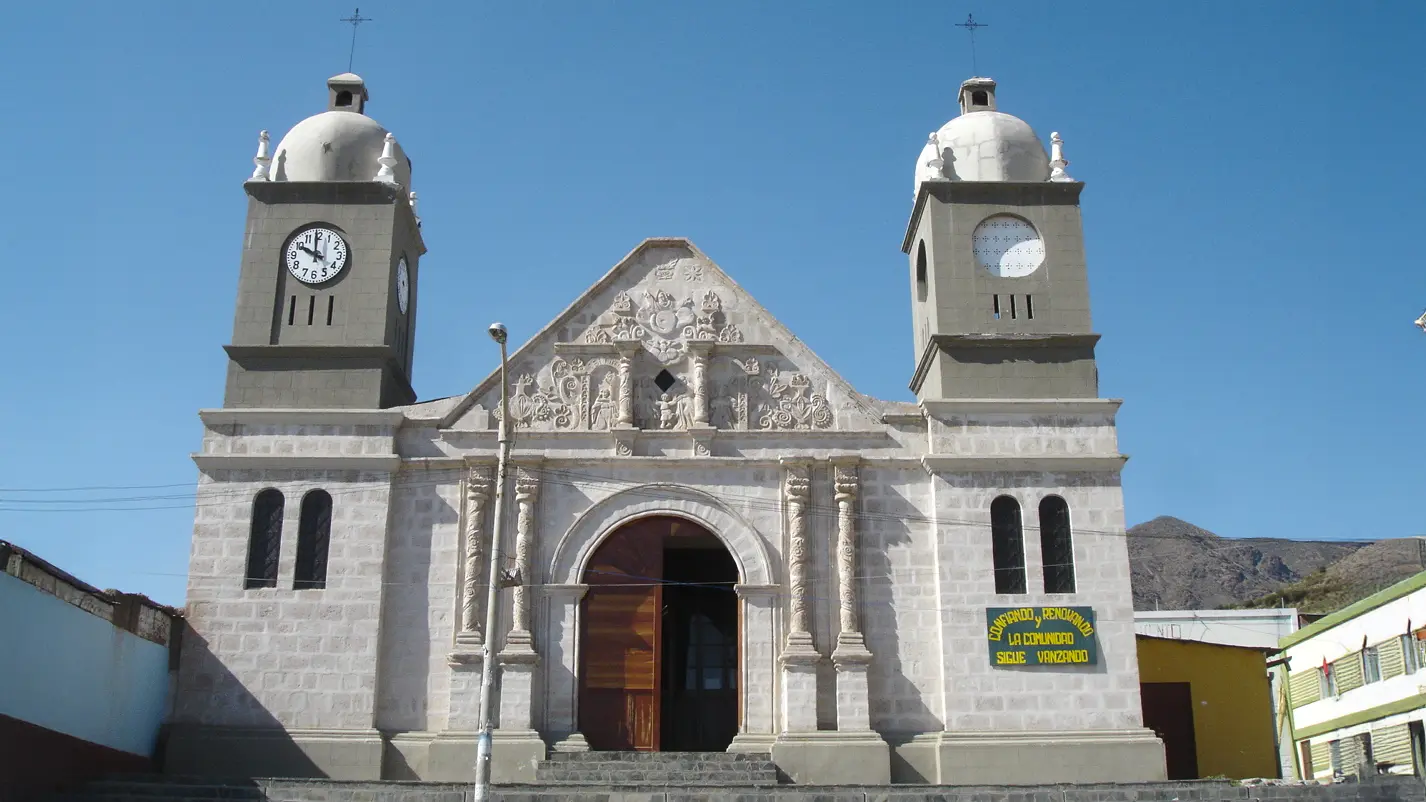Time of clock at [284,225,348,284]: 9:59
